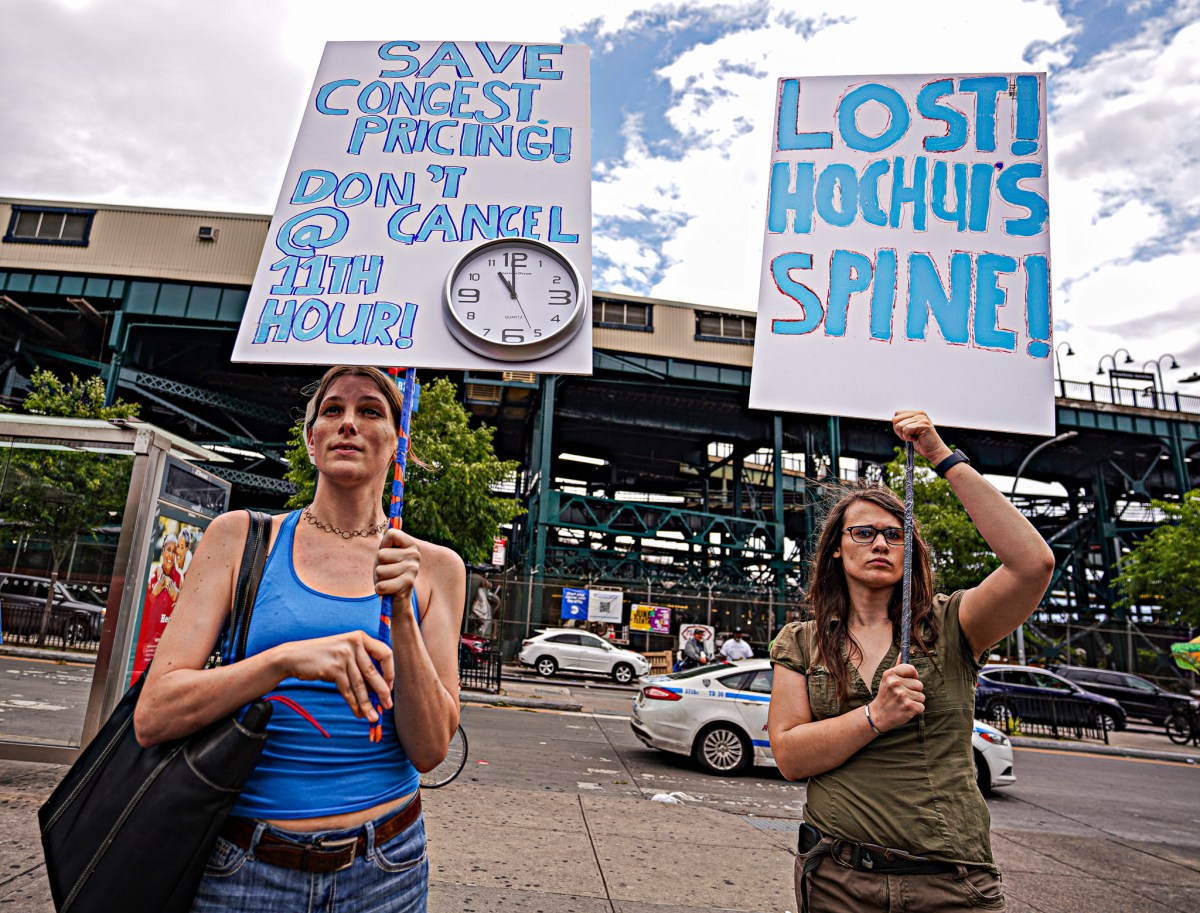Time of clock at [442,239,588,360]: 10:59
